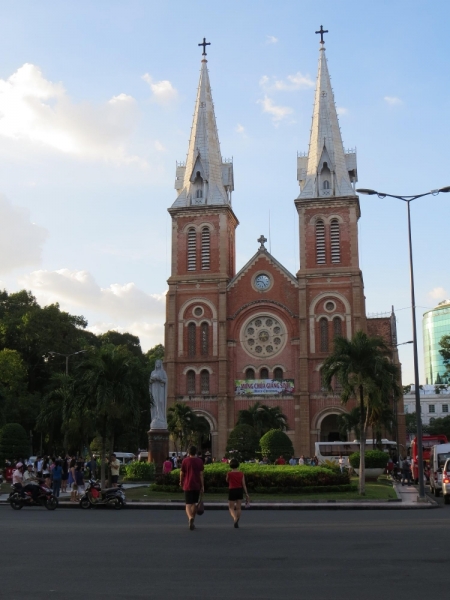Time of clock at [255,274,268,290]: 4:46
